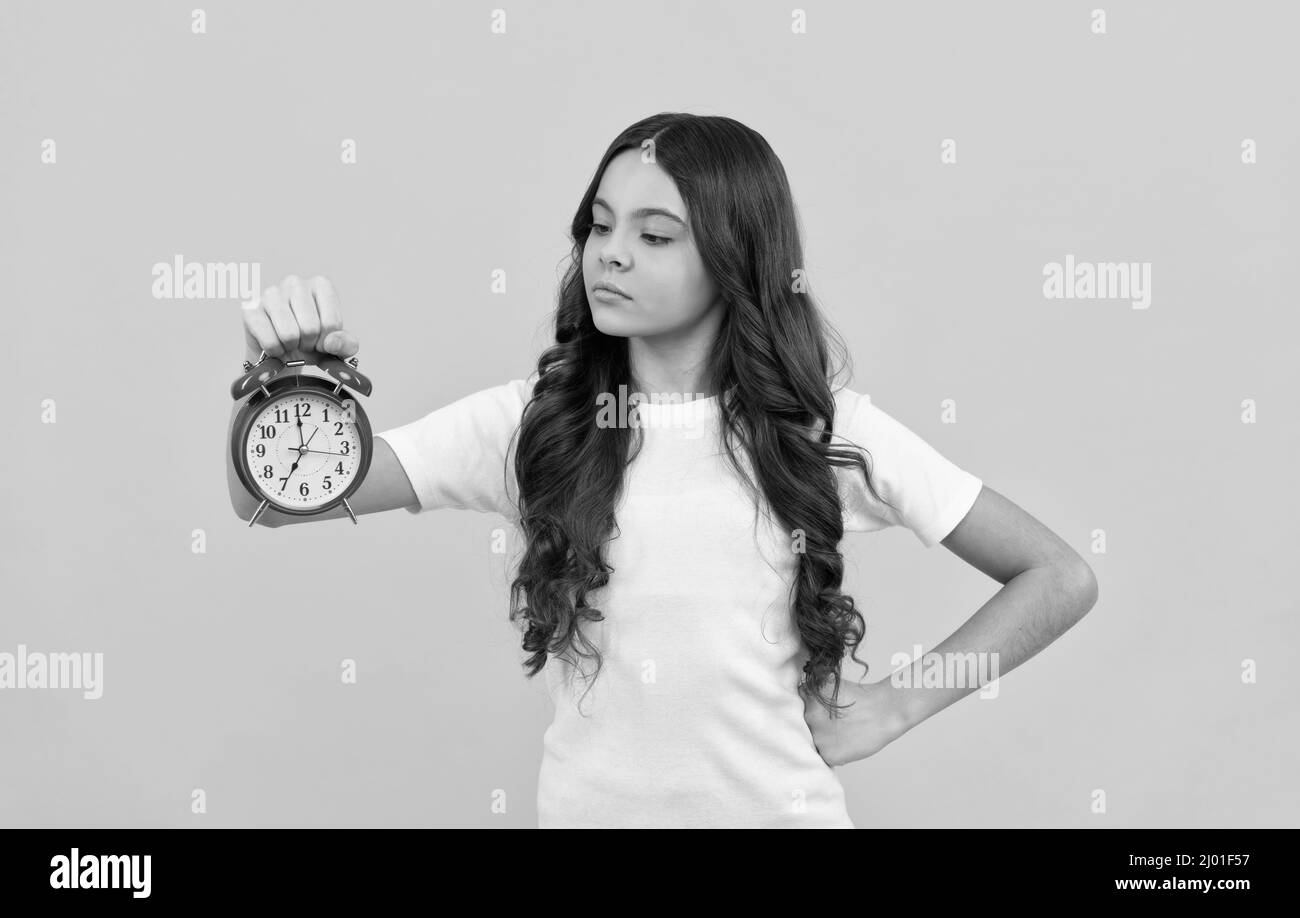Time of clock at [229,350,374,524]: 6:58
